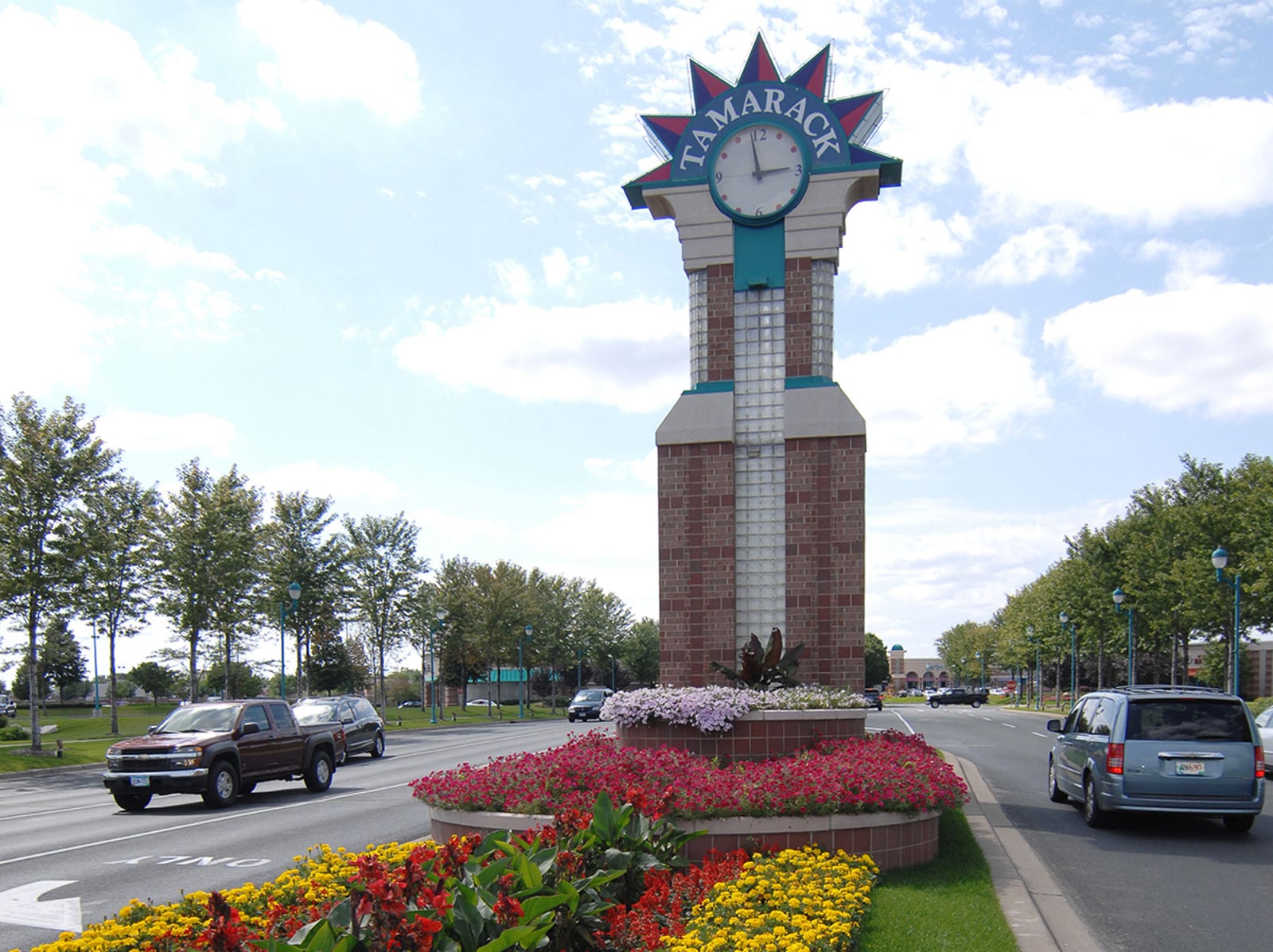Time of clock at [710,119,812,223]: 2:58
